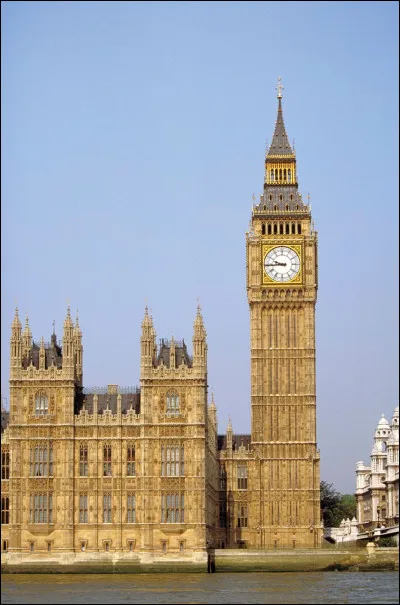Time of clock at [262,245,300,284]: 9:44
